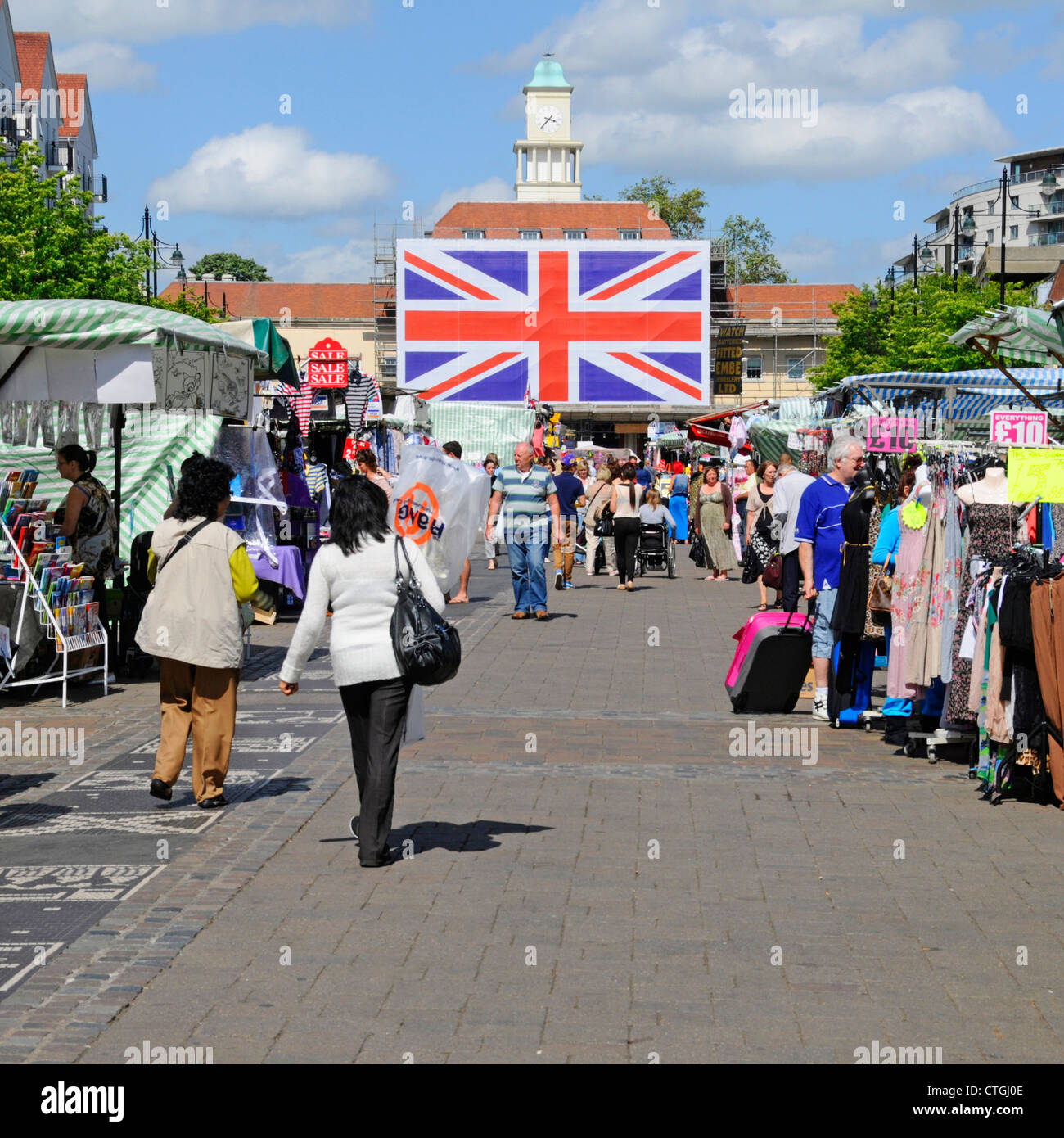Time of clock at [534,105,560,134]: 3:37
